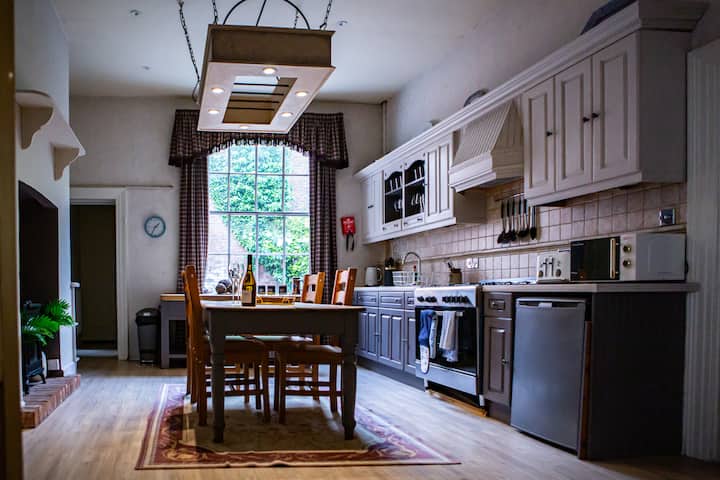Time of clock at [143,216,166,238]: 1:34
